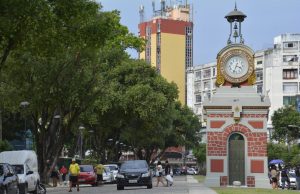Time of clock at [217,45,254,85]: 4:33
